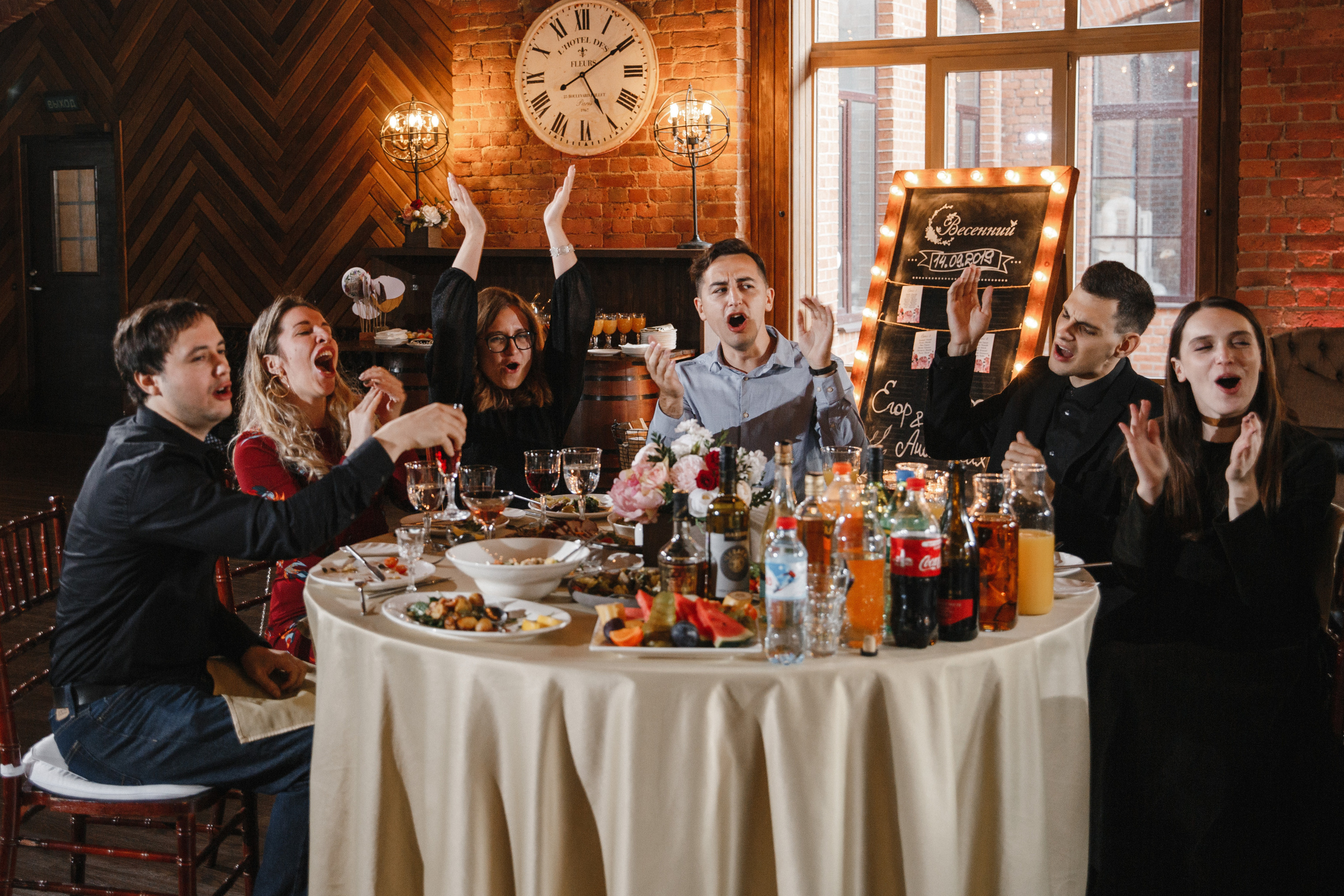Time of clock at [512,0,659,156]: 5:09
